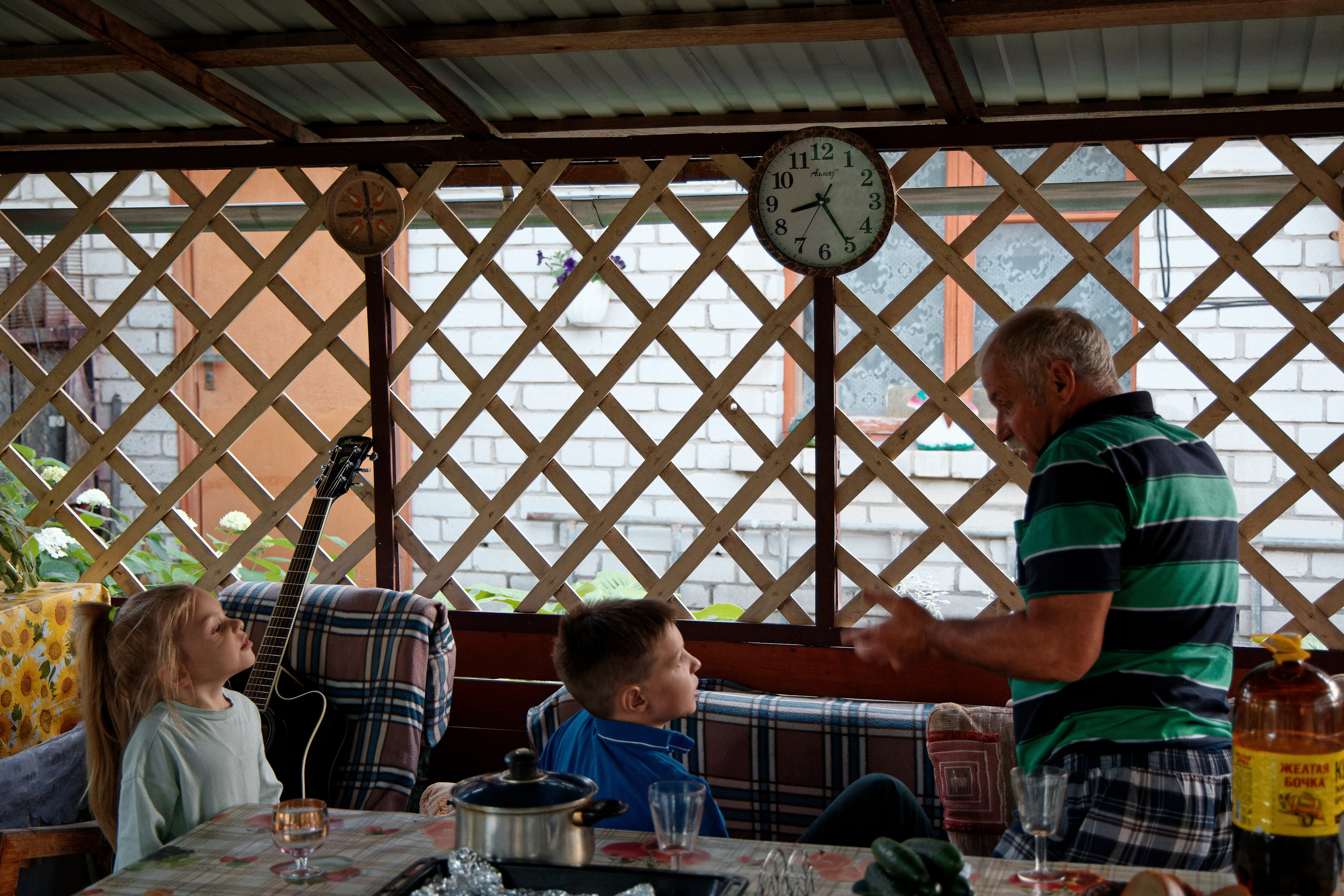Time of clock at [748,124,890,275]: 8:24
